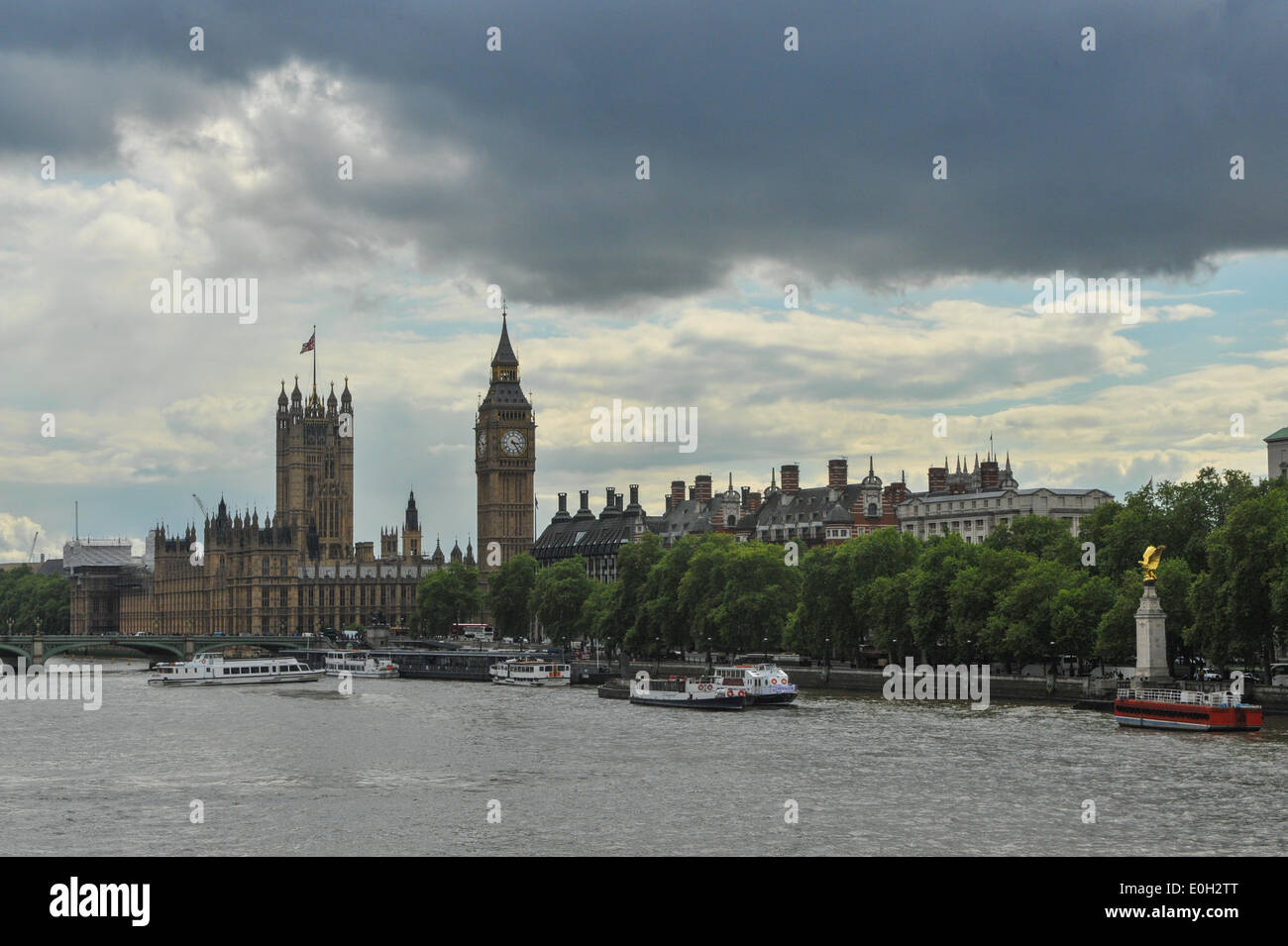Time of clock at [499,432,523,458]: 3:24
